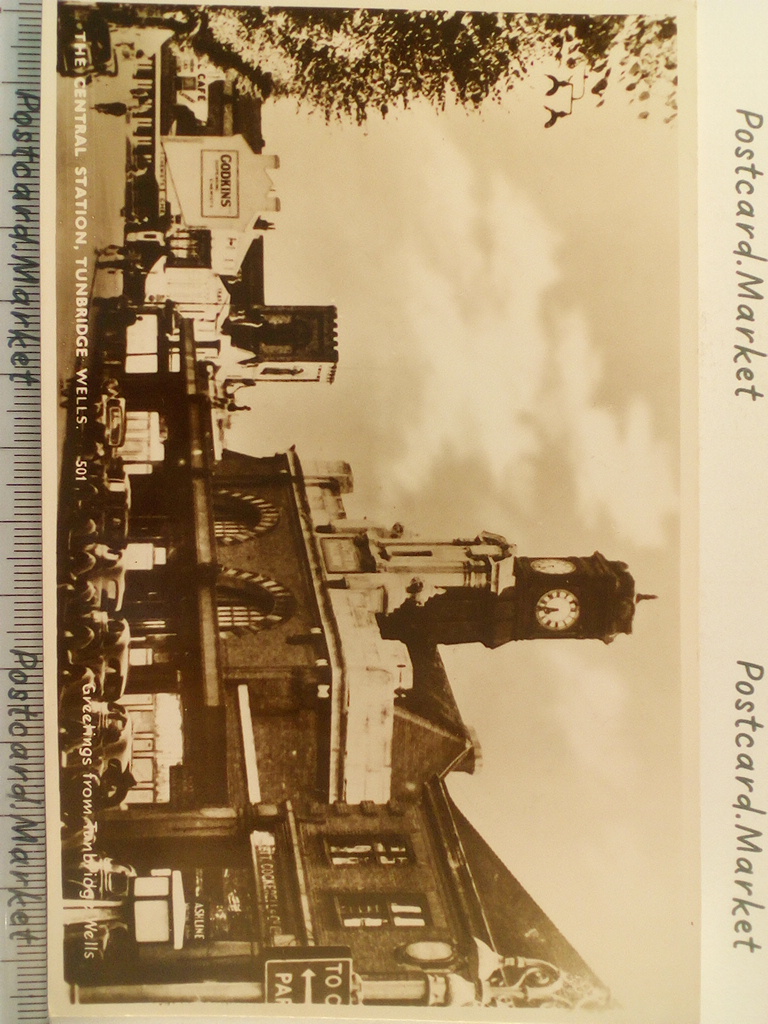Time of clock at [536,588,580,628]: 8:47
